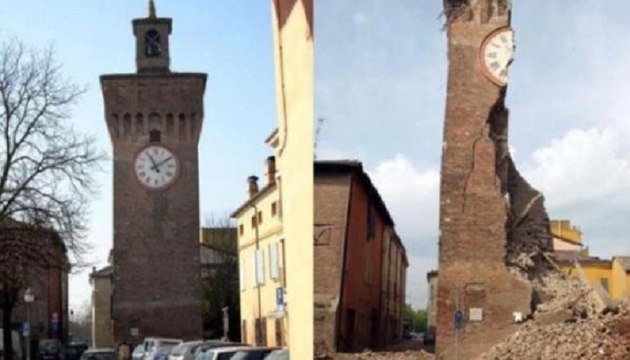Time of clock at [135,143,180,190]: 11:09
